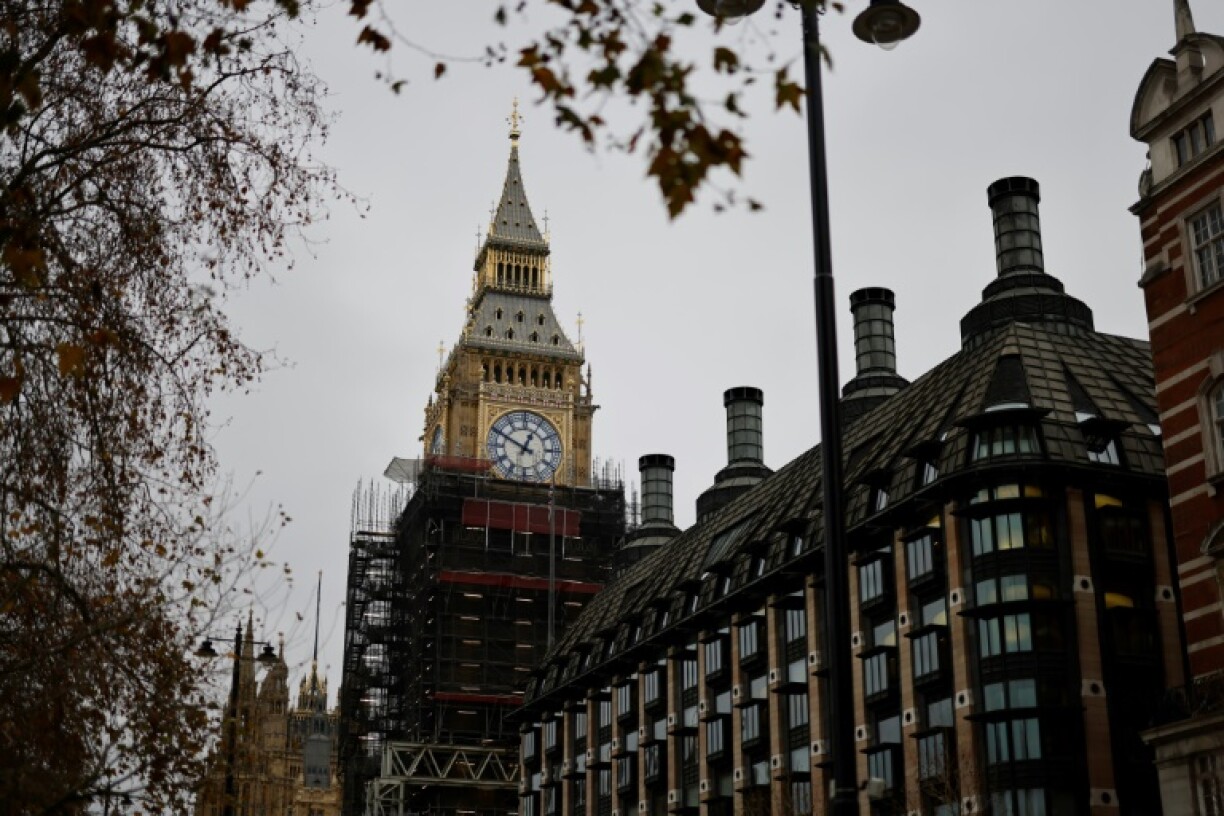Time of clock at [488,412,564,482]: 12:49
